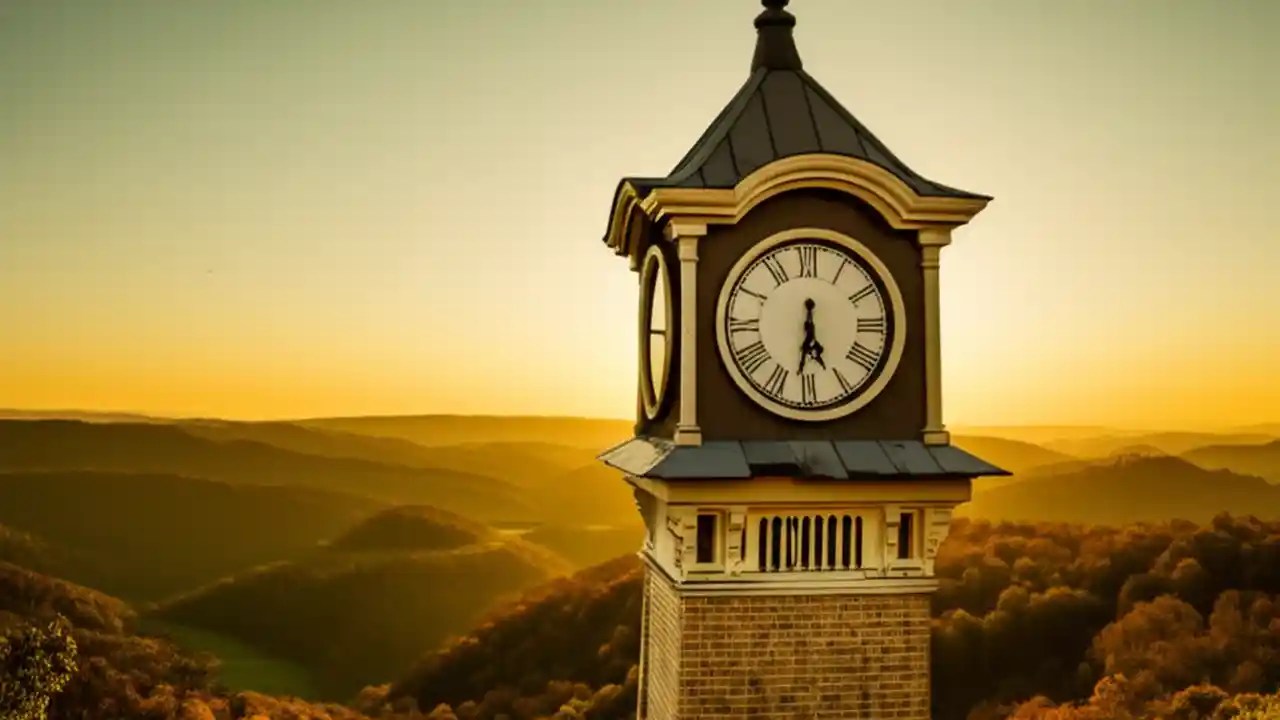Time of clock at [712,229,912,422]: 5:31
